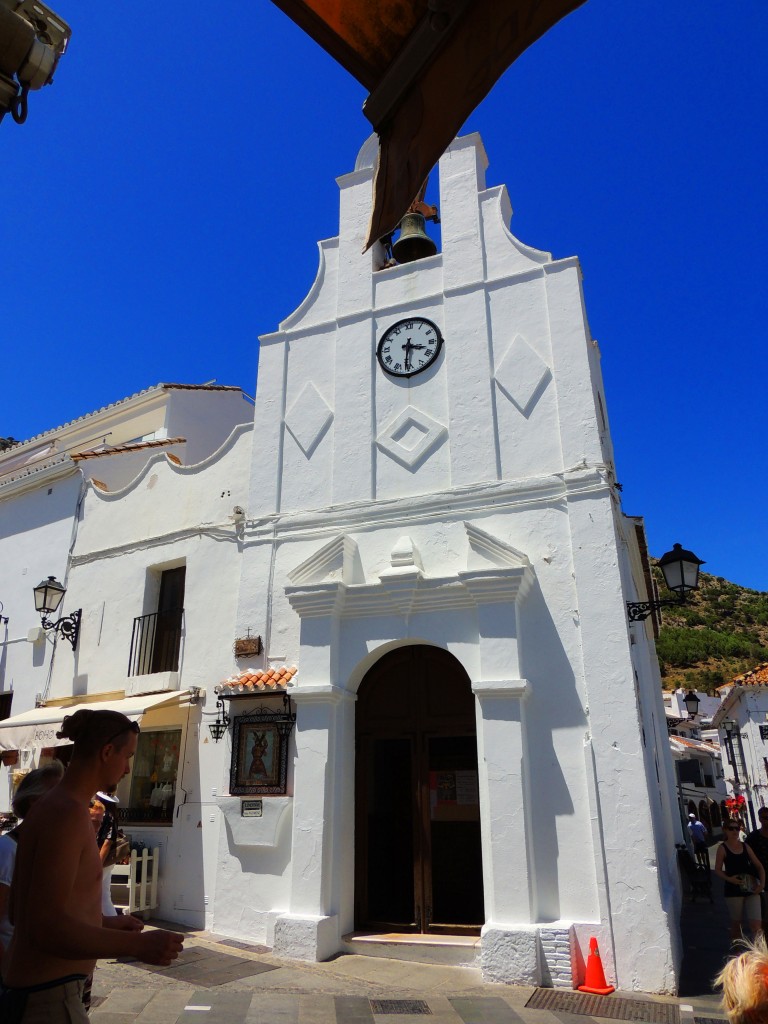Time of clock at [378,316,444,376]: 3:30
